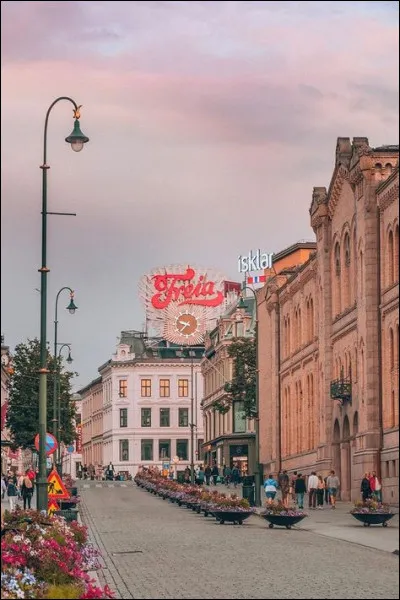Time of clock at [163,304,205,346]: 9:36
